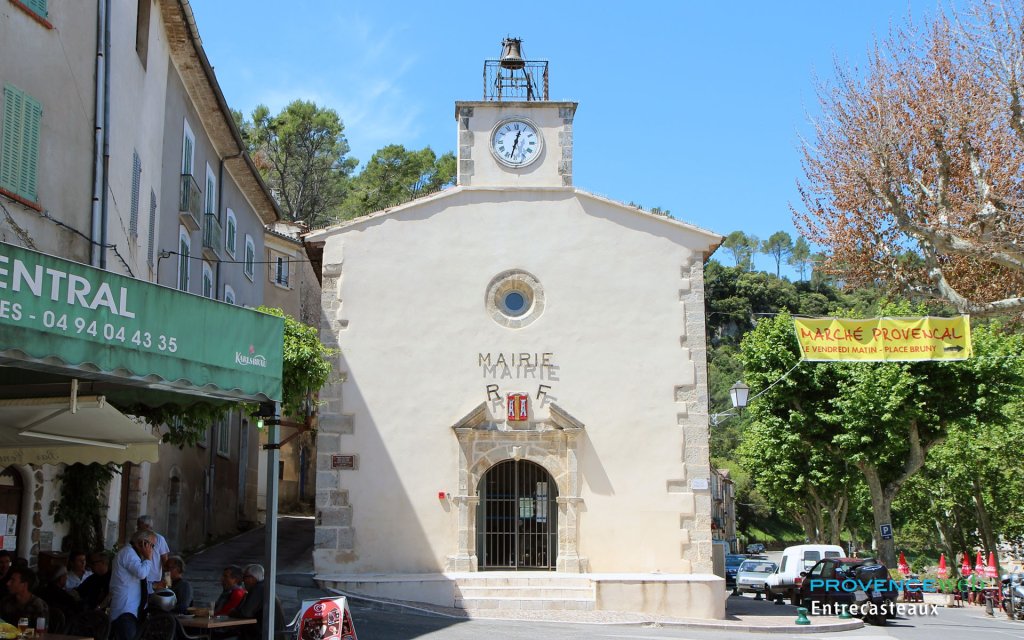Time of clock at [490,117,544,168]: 12:32
